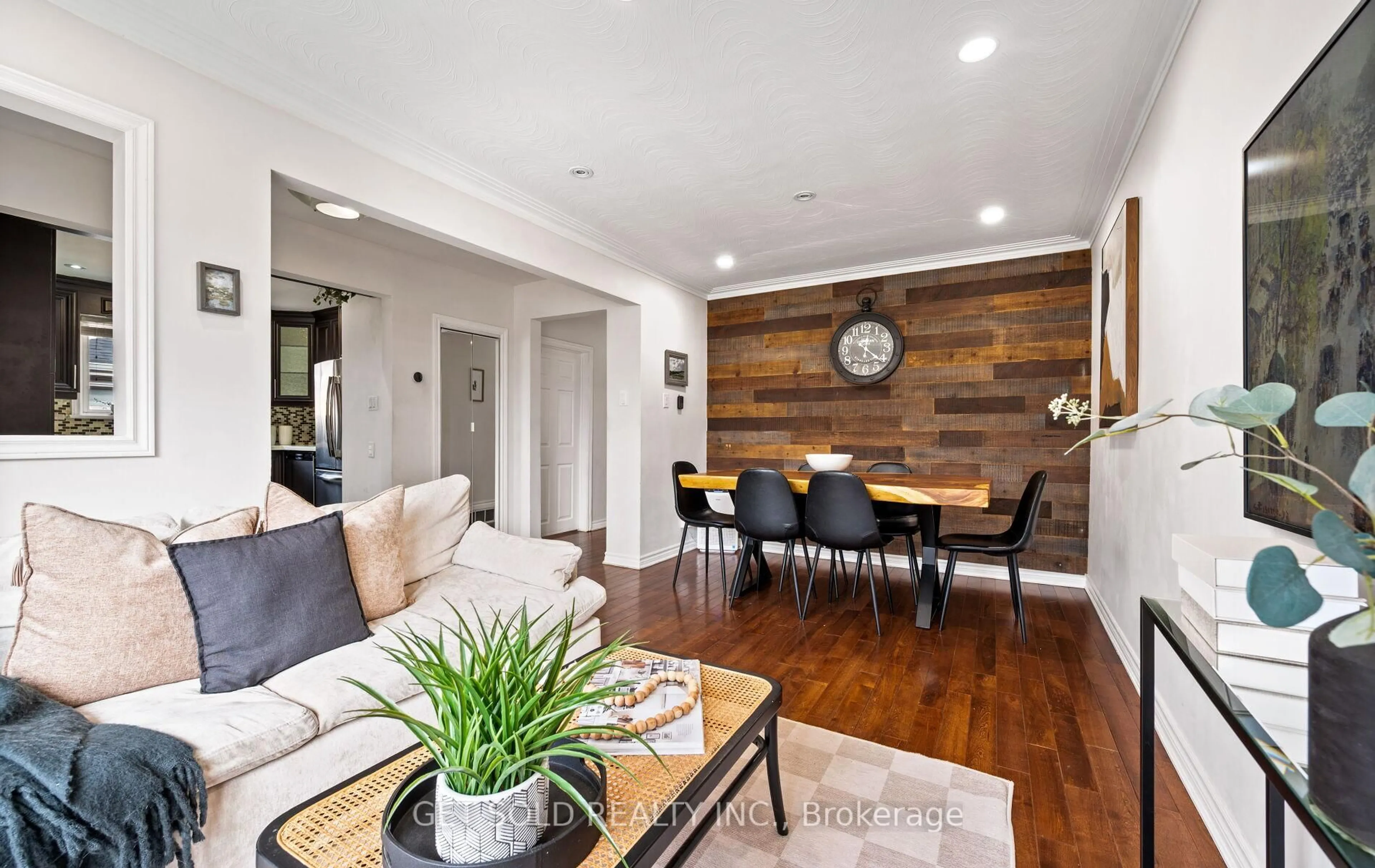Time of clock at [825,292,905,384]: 12:21
